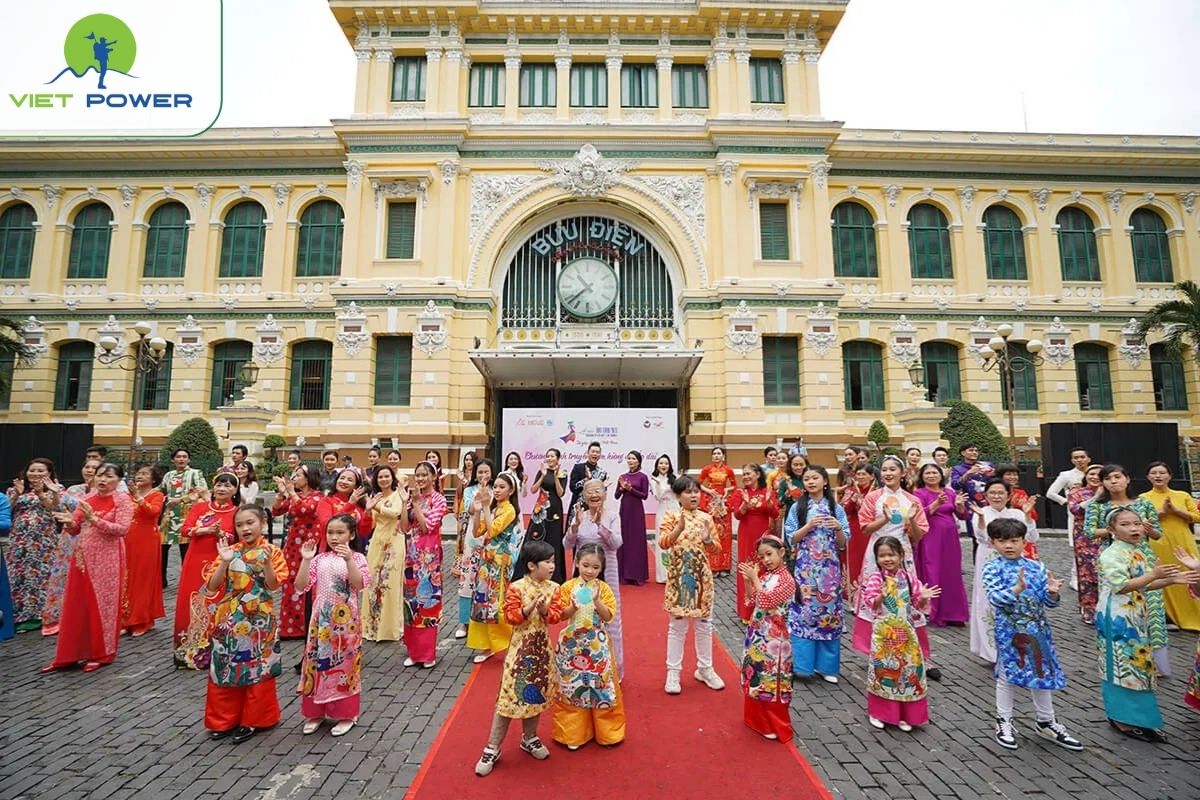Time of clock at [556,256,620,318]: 10:38
